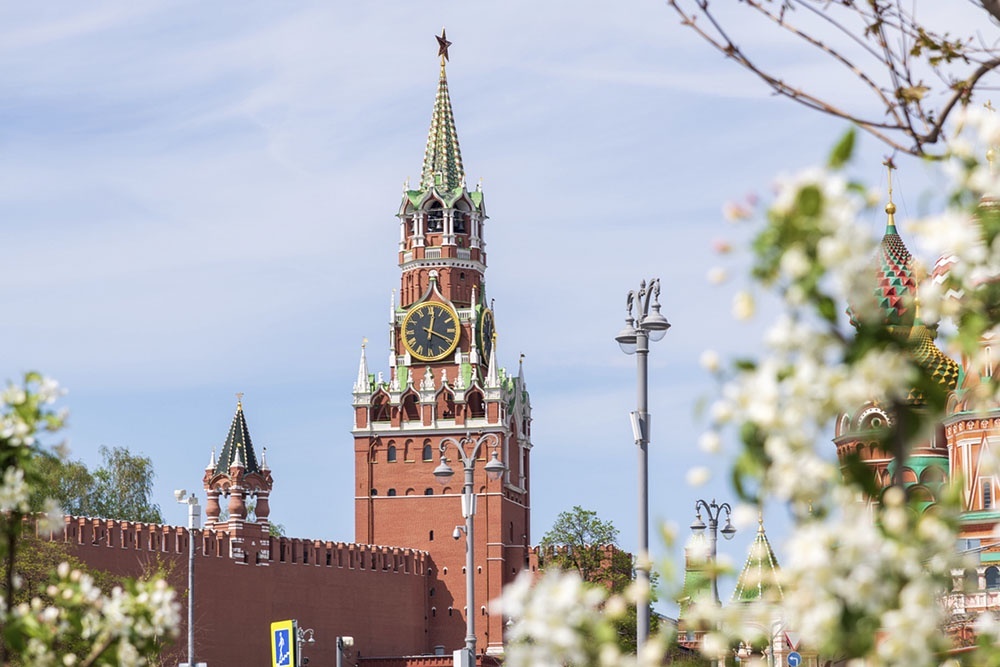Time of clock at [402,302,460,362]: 12:19
